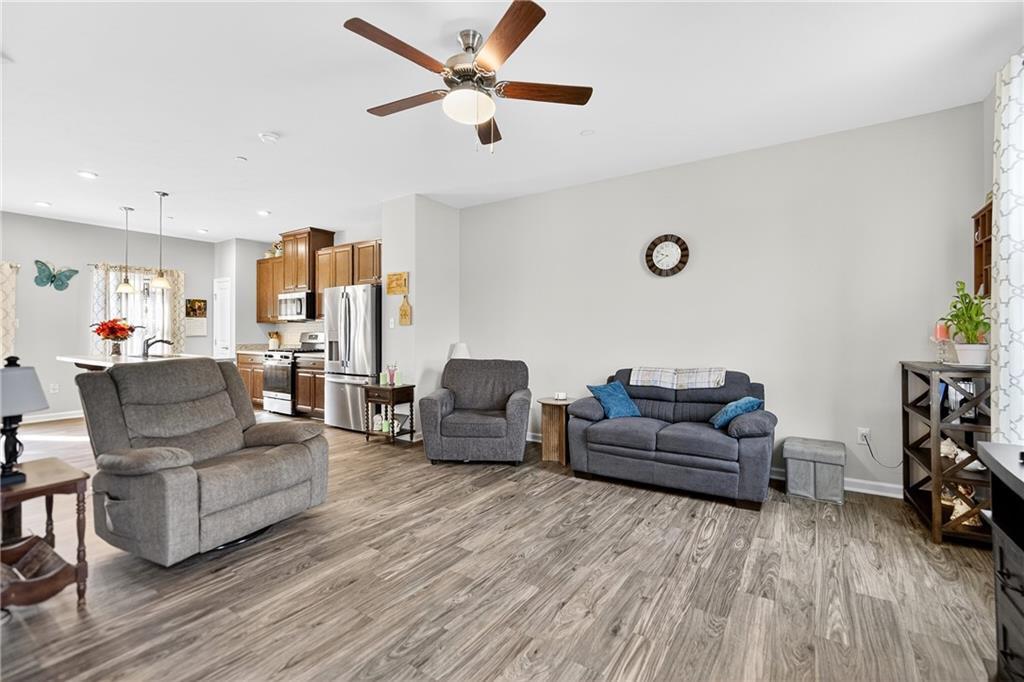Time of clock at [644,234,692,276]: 9:40
